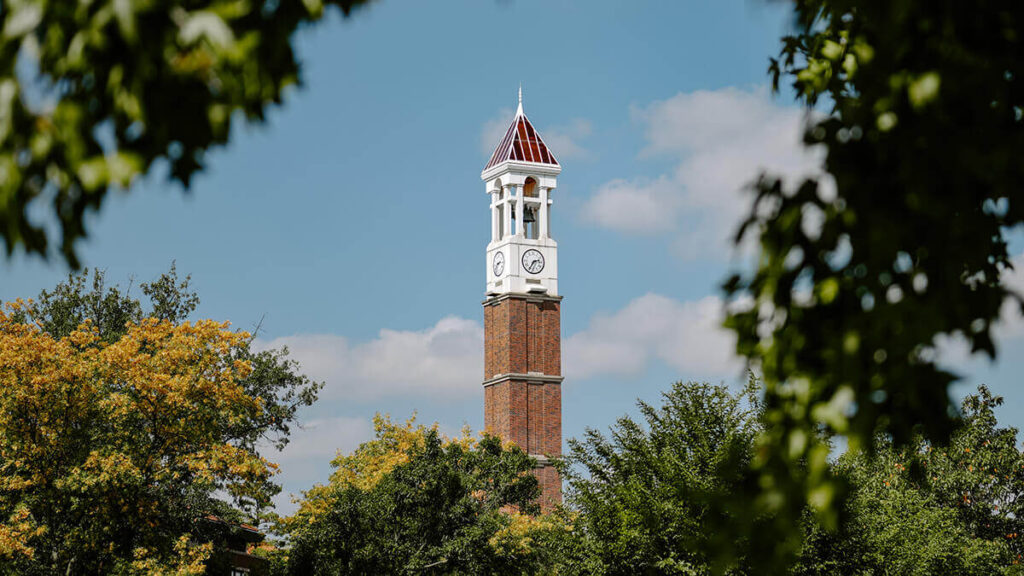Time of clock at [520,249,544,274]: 2:35
